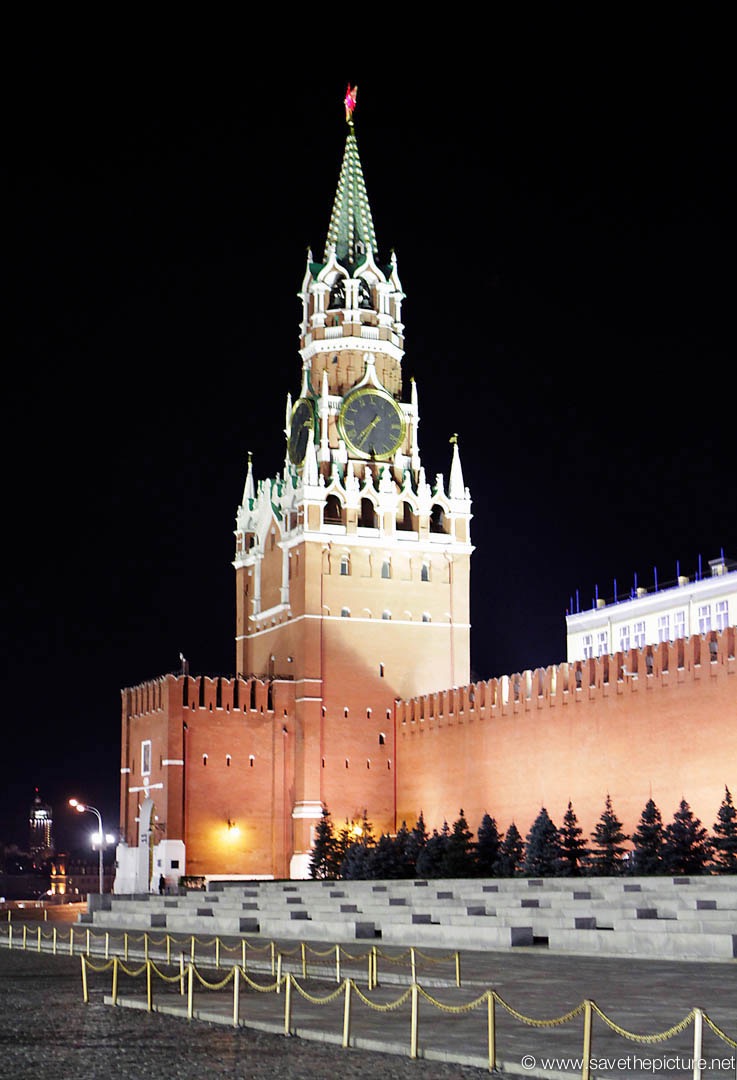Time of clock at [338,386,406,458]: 7:35
